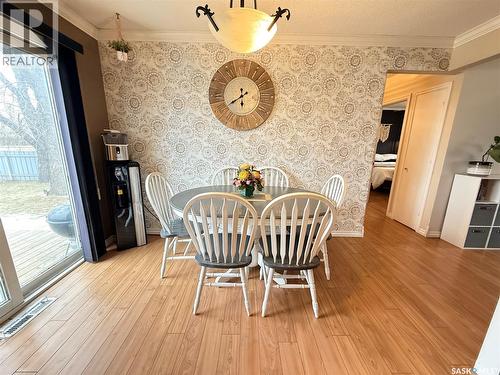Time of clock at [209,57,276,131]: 5:40
